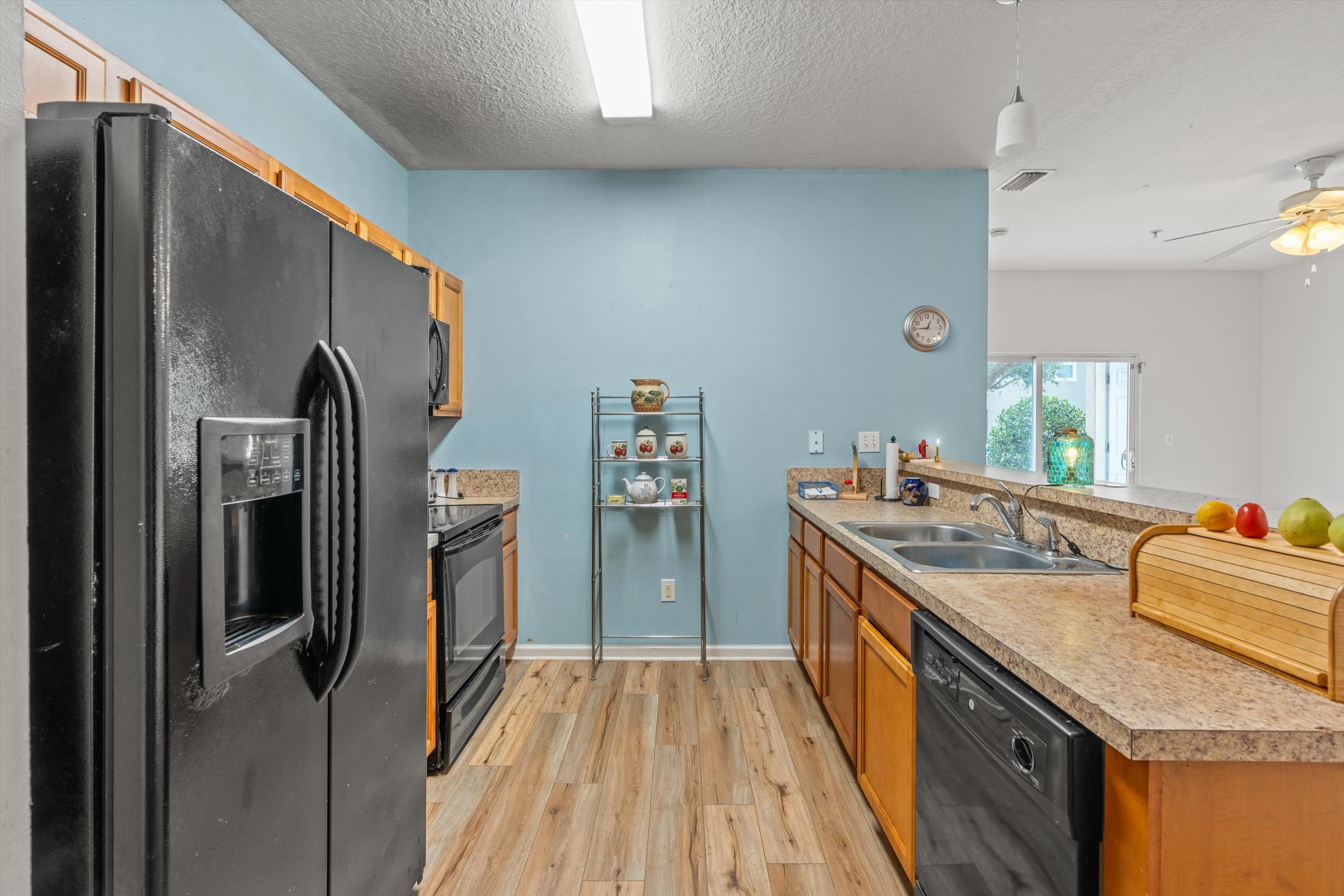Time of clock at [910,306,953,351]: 12:45
